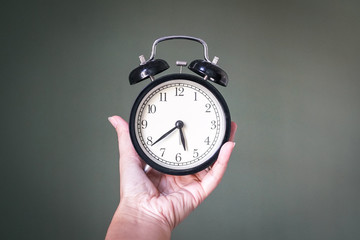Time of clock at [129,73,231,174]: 5:38
